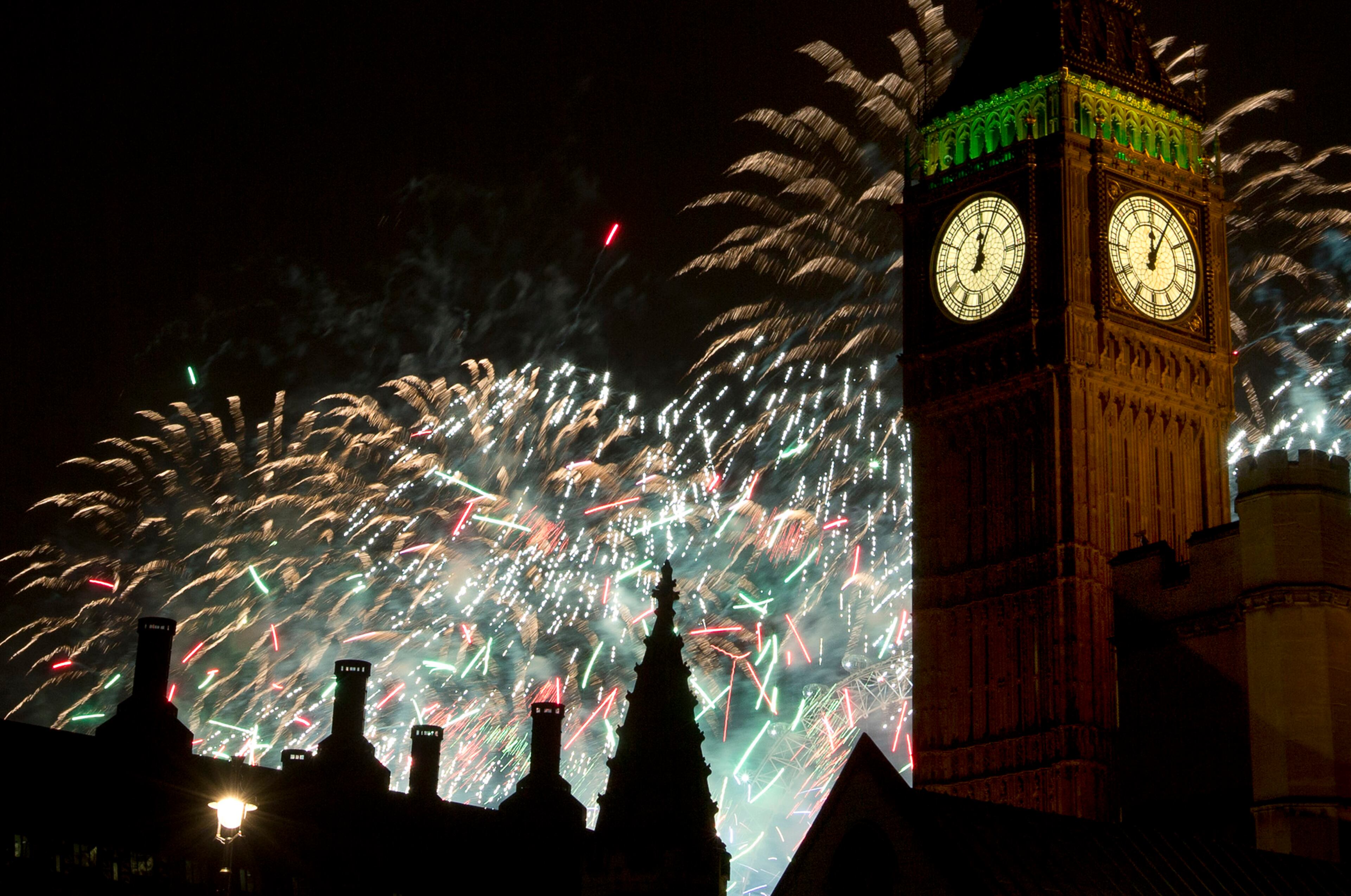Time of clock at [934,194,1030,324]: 12:04
